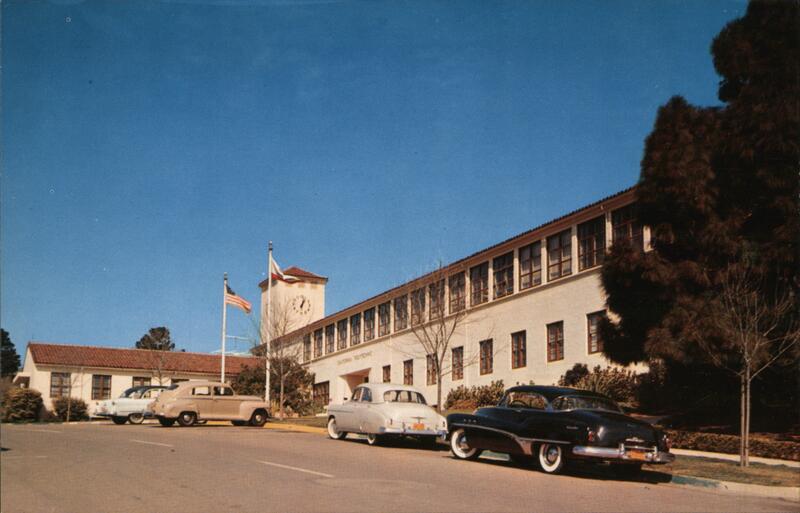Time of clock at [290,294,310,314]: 1:02
